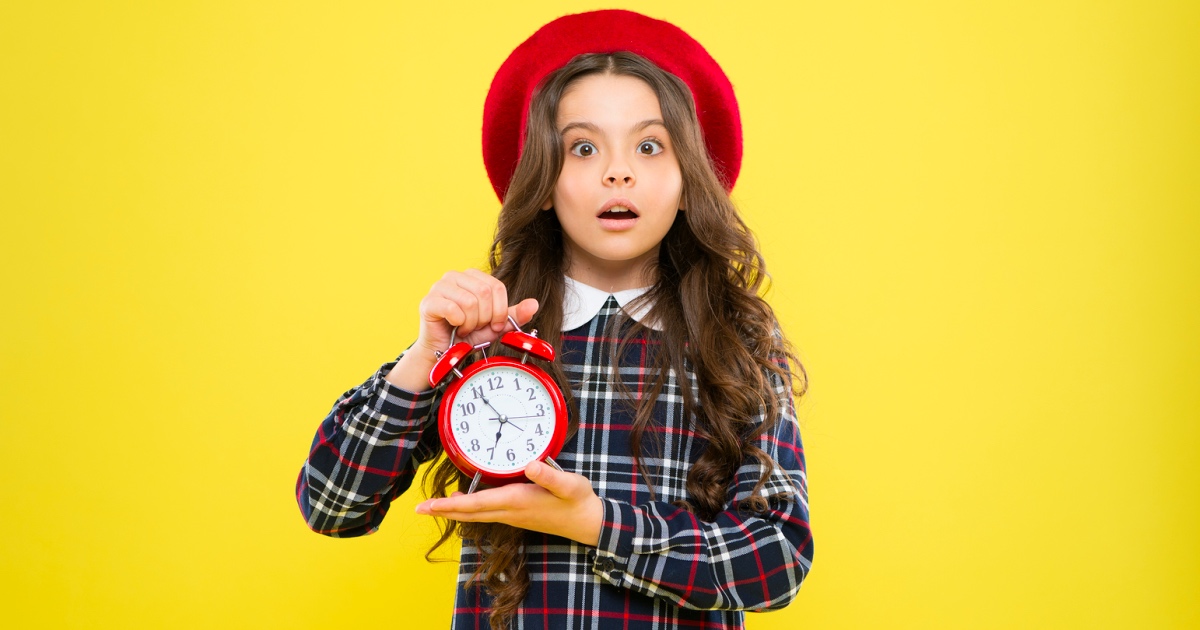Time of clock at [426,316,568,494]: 6:55
